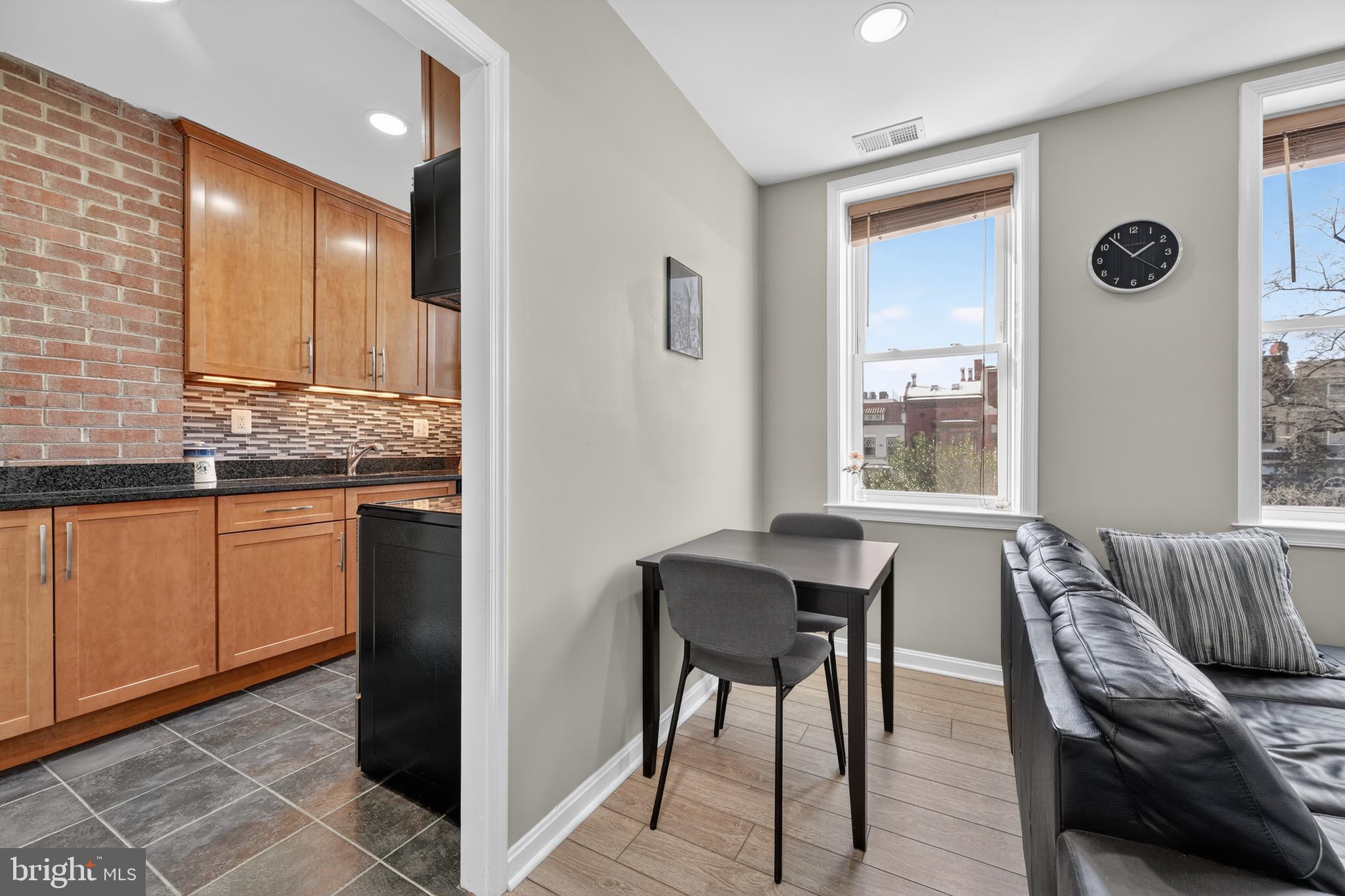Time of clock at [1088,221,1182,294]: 1:53
